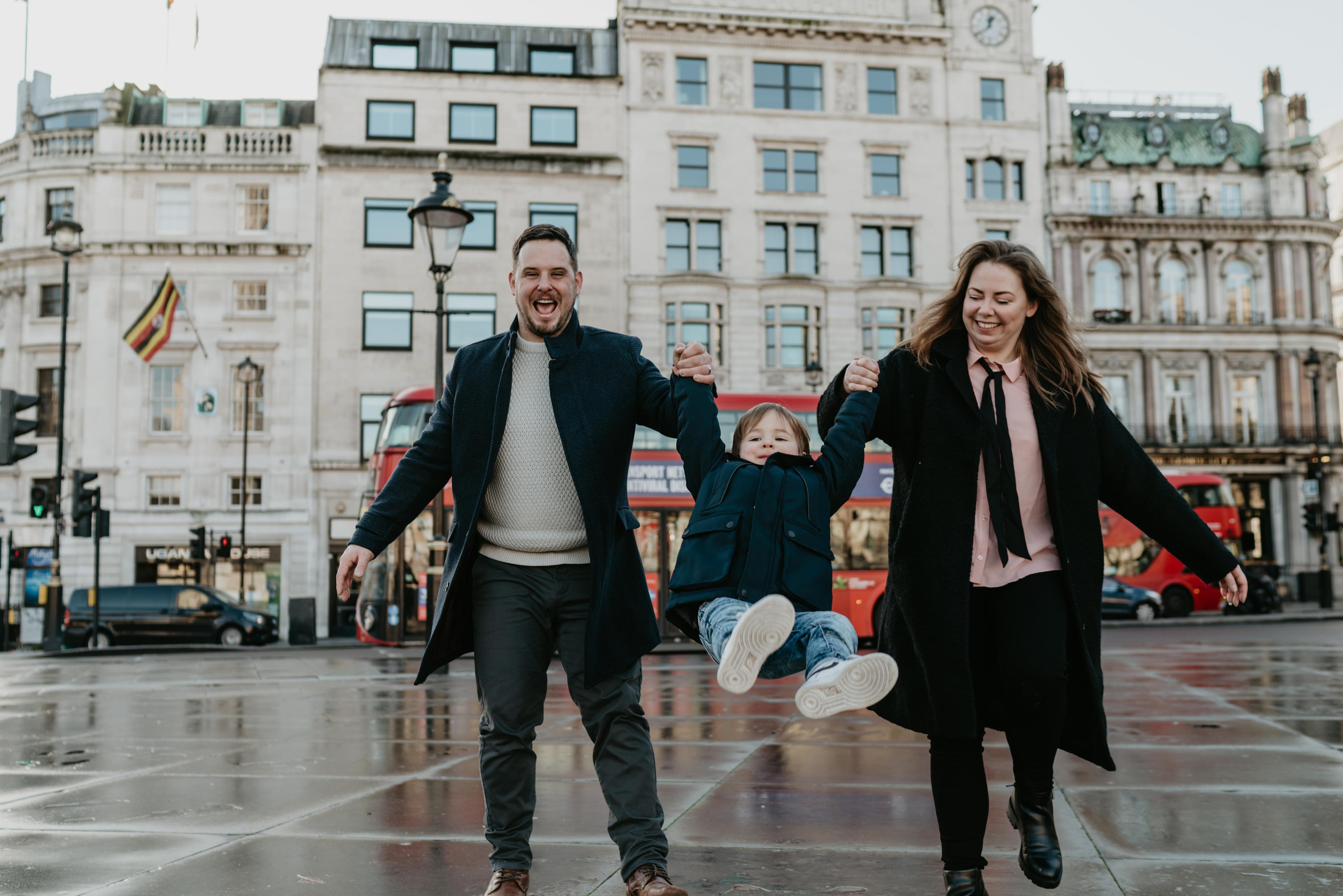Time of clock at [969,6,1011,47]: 12:38
